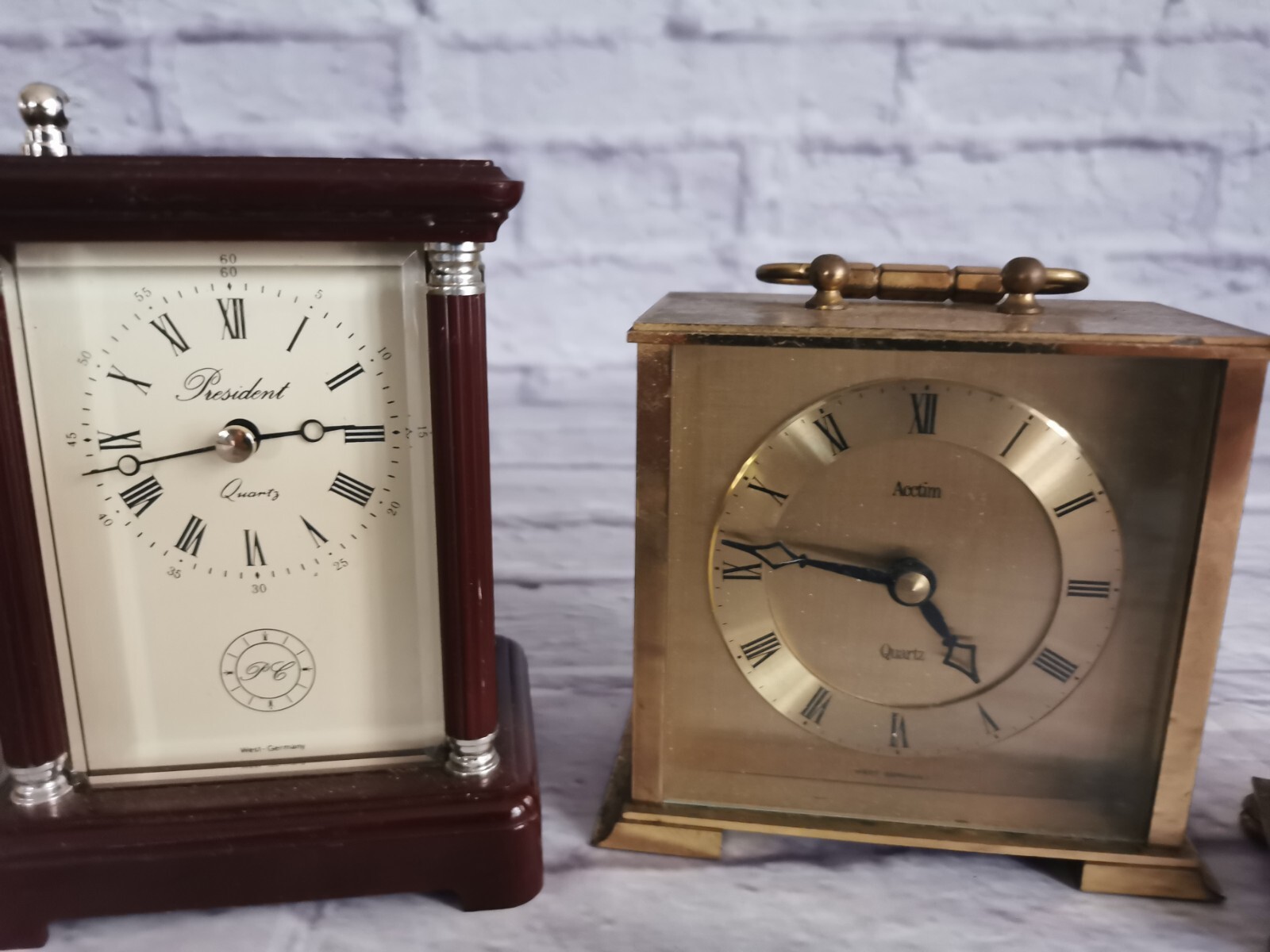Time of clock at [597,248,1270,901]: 4:46
